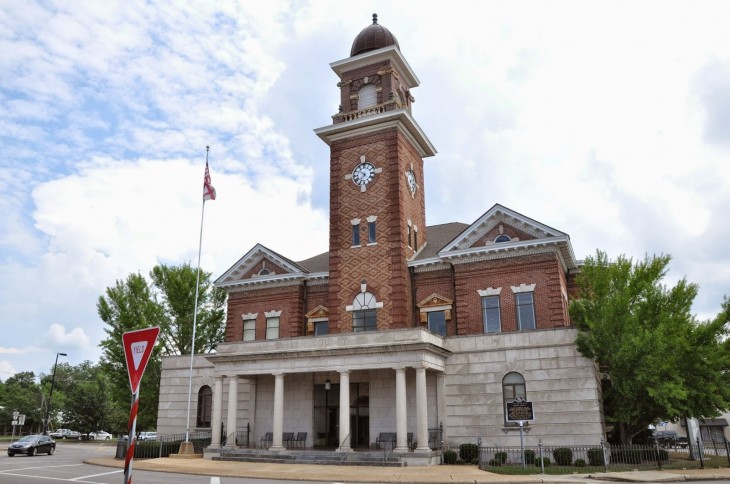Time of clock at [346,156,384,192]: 10:35
